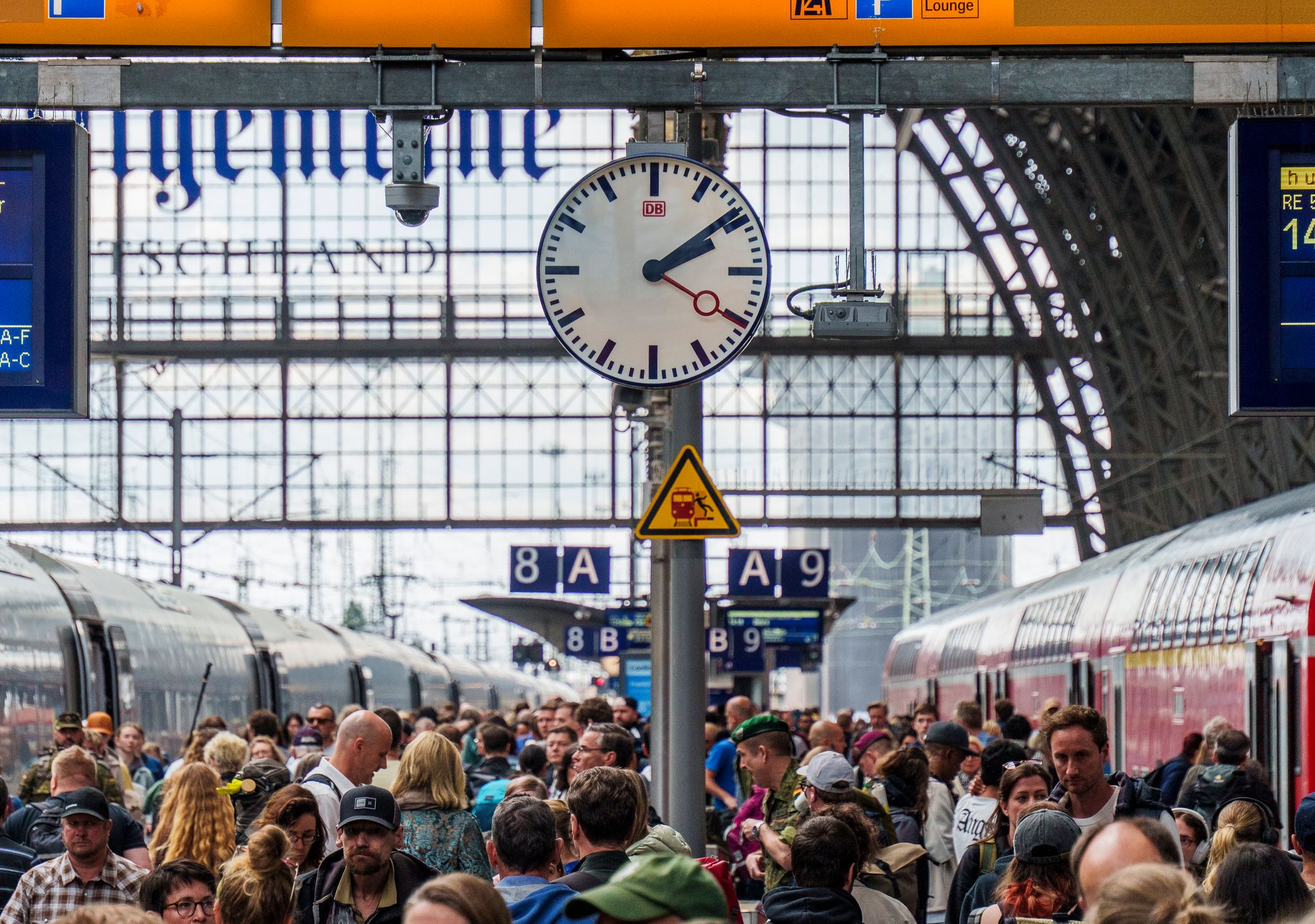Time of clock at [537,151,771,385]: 2:09
